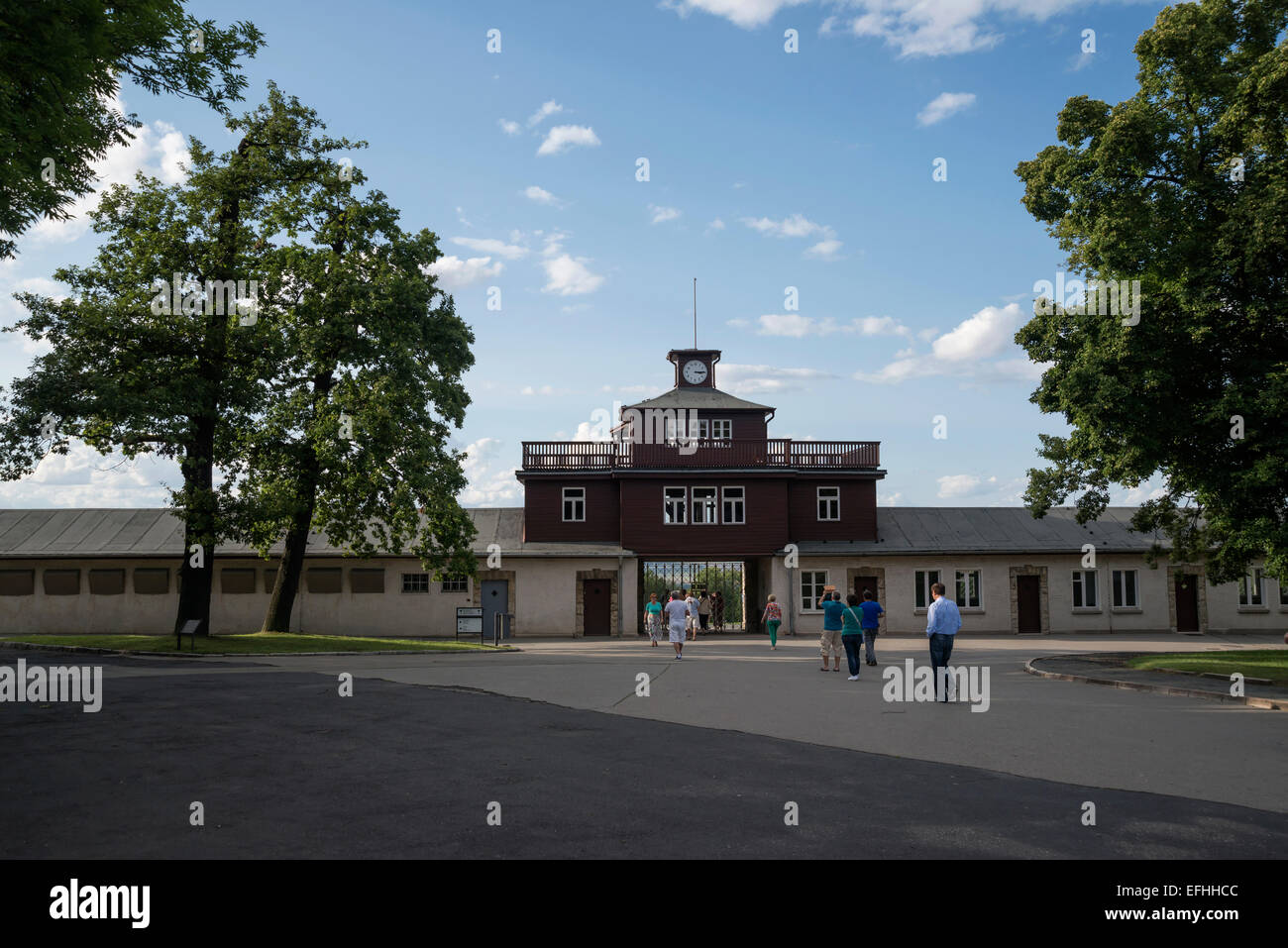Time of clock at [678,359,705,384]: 3:14
